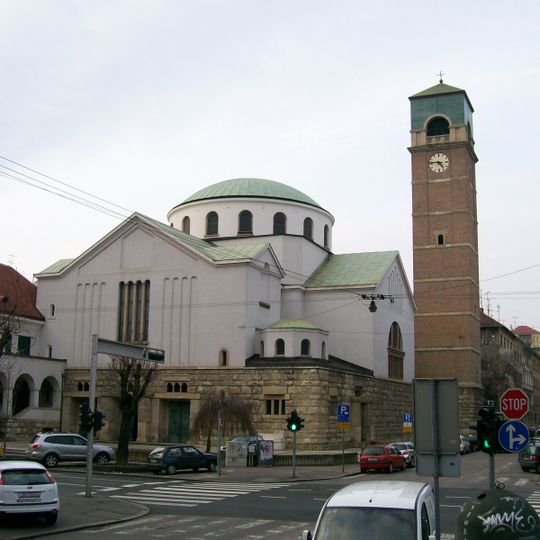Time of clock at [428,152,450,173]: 4:46
